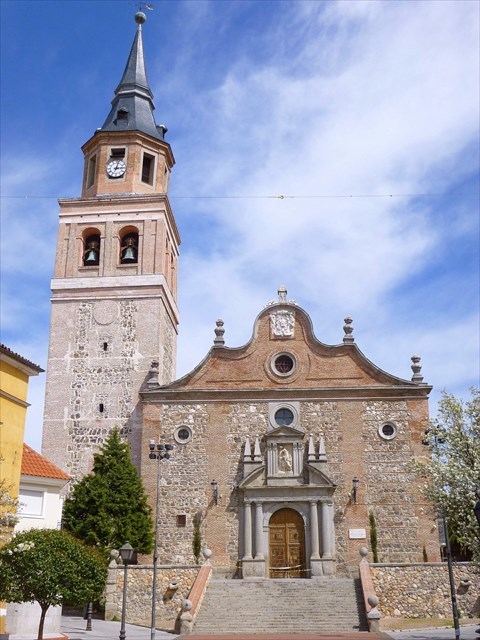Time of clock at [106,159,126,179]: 3:02
